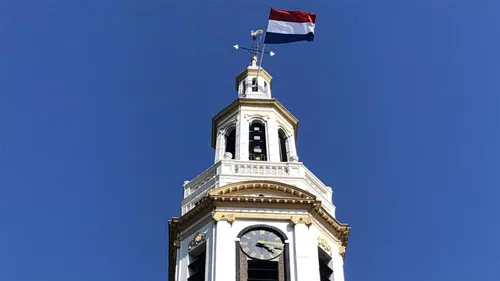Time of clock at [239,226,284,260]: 4:16
